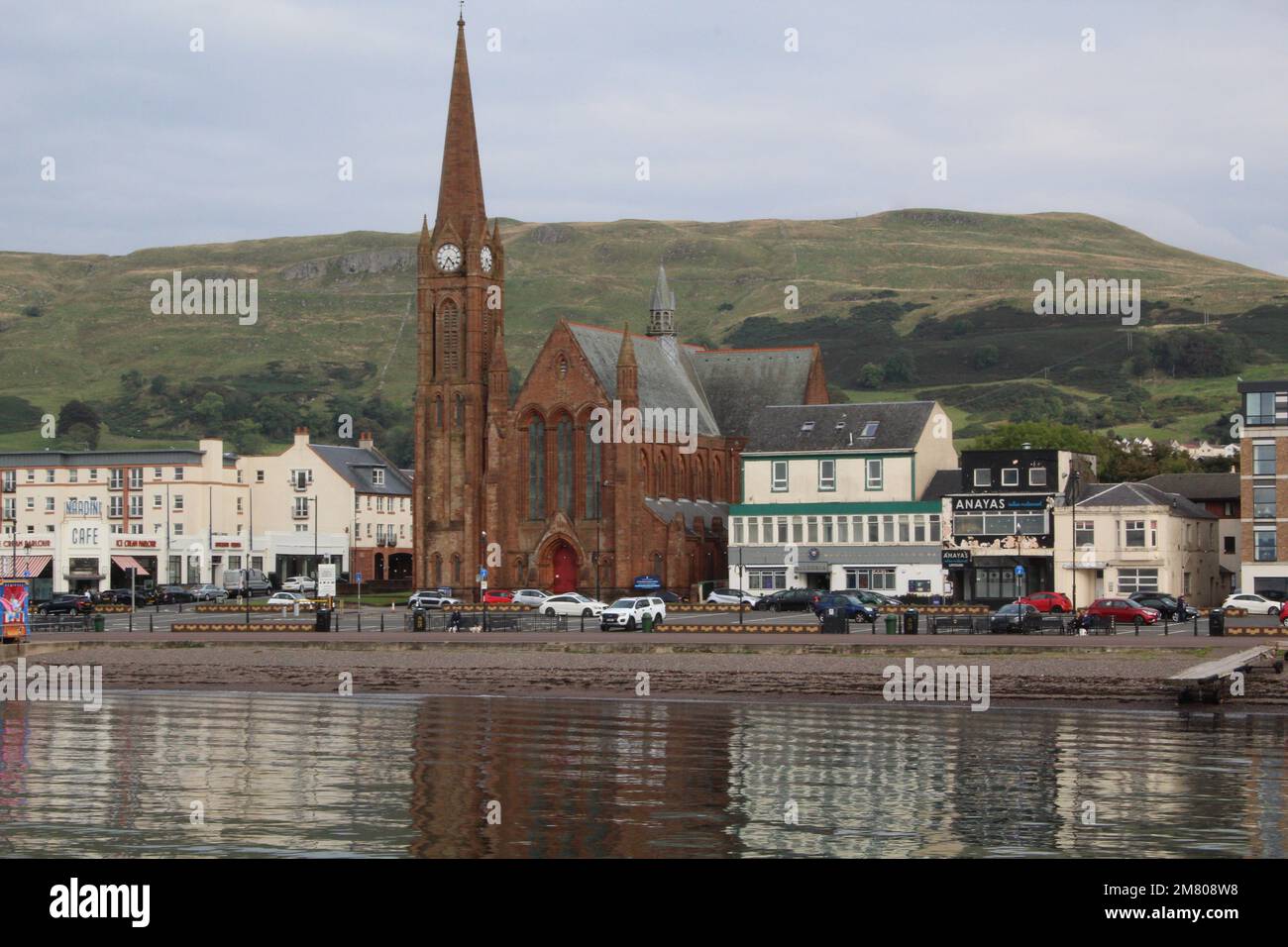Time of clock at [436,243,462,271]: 4:34
